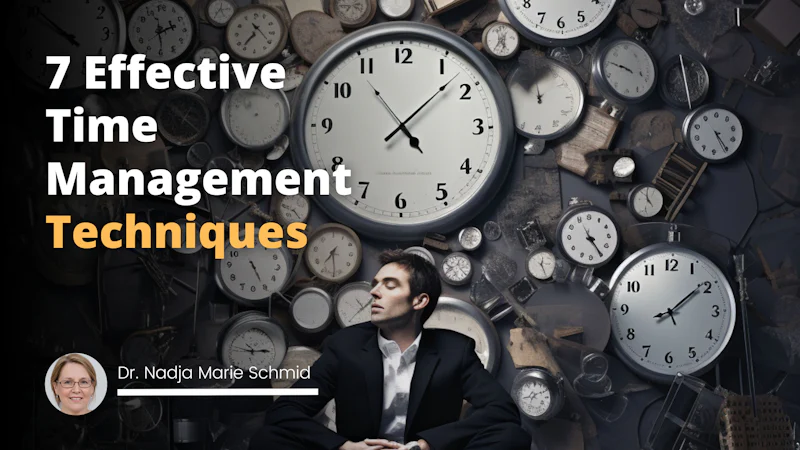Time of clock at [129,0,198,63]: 2:29
